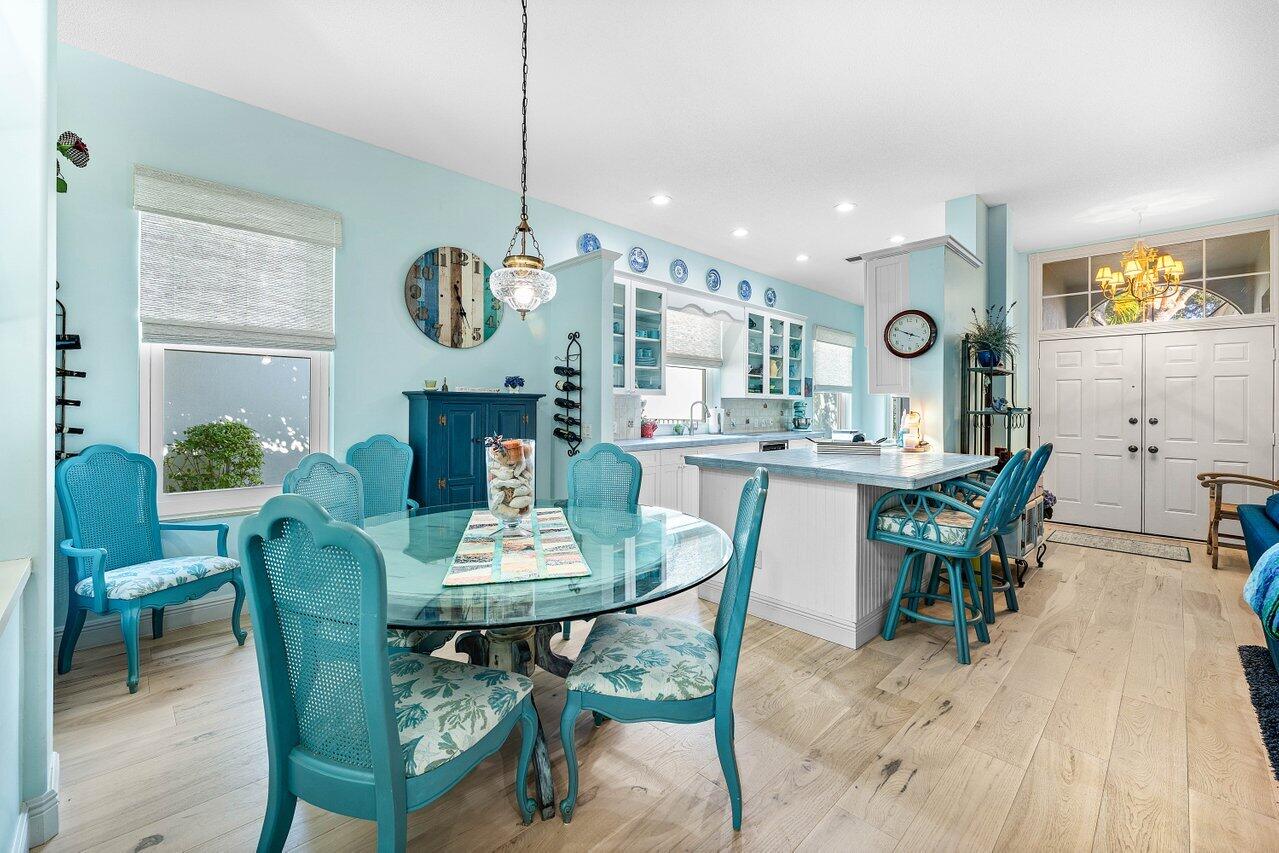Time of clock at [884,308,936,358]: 3:49
